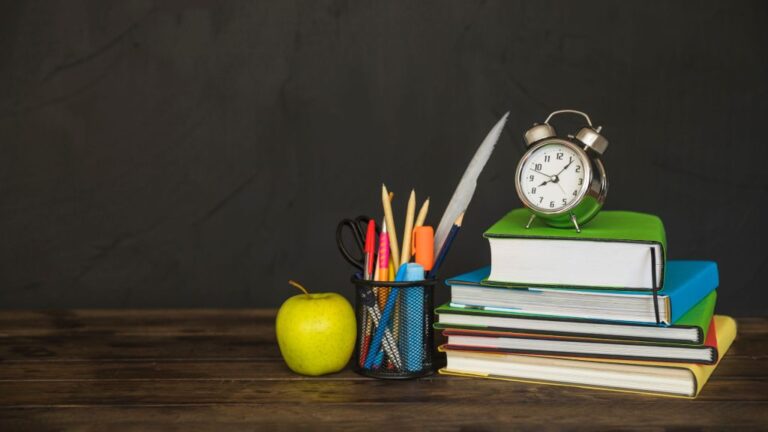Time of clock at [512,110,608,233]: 8:06
